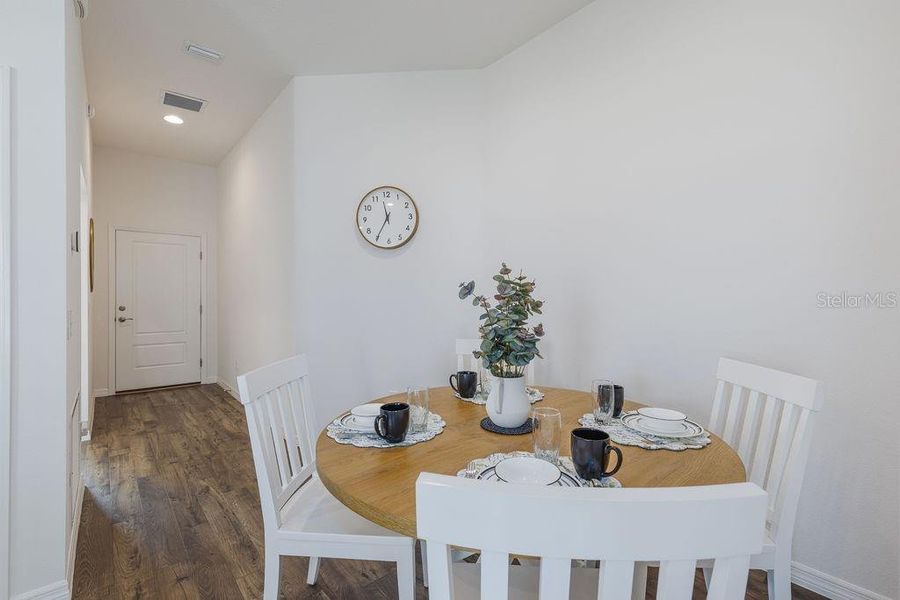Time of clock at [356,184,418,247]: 11:35
